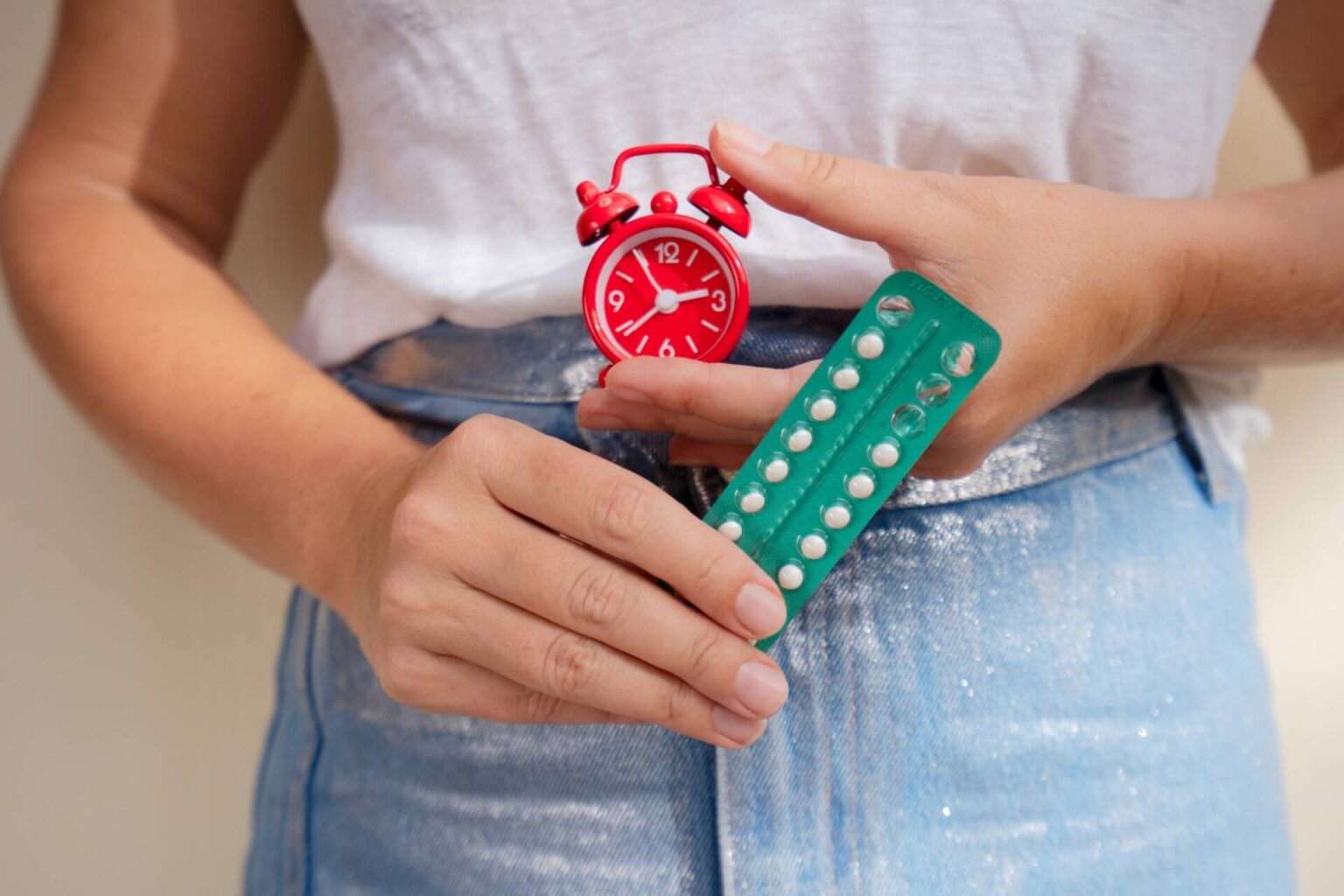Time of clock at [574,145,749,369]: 2:38
